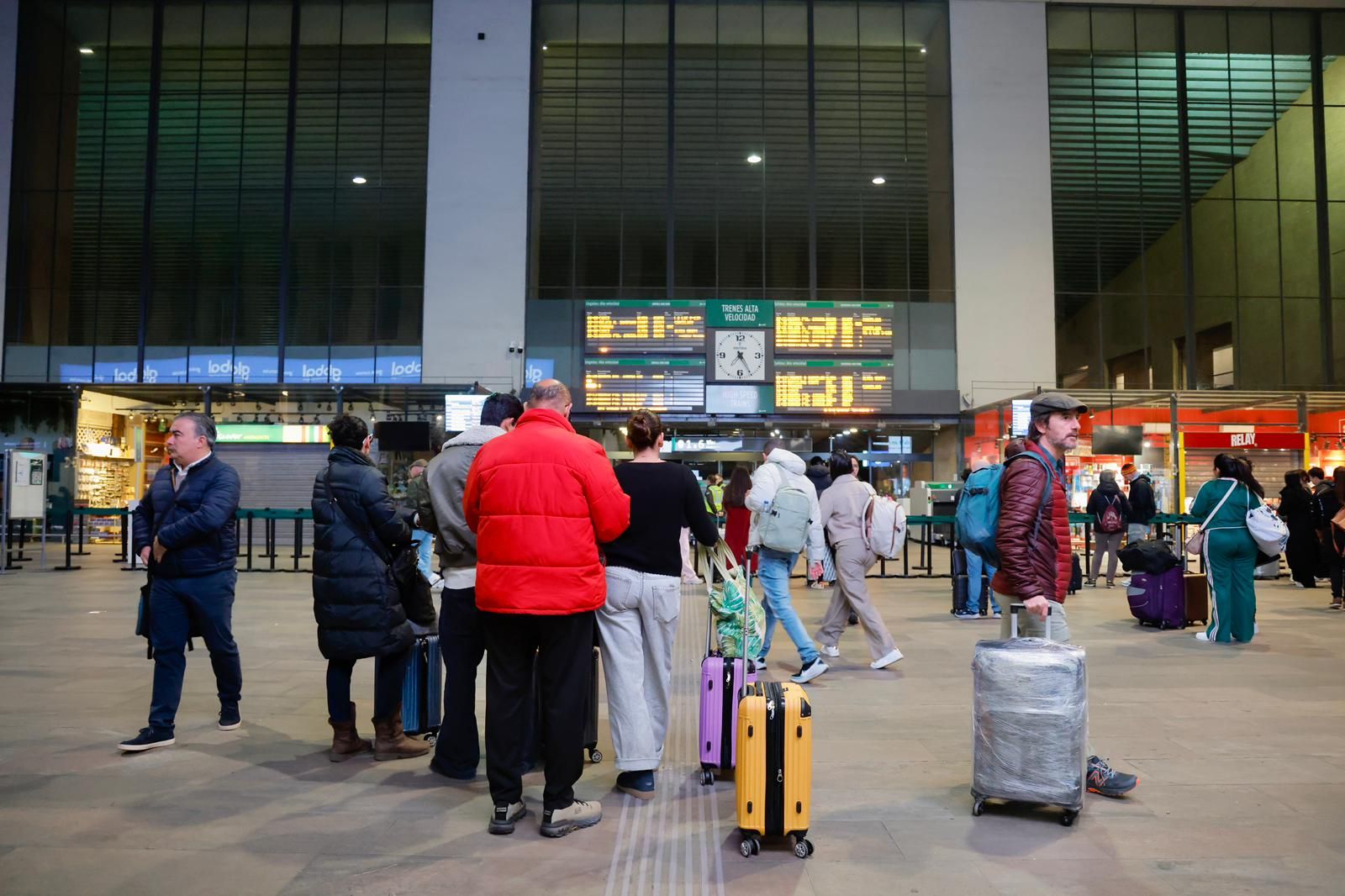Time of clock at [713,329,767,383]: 7:25
